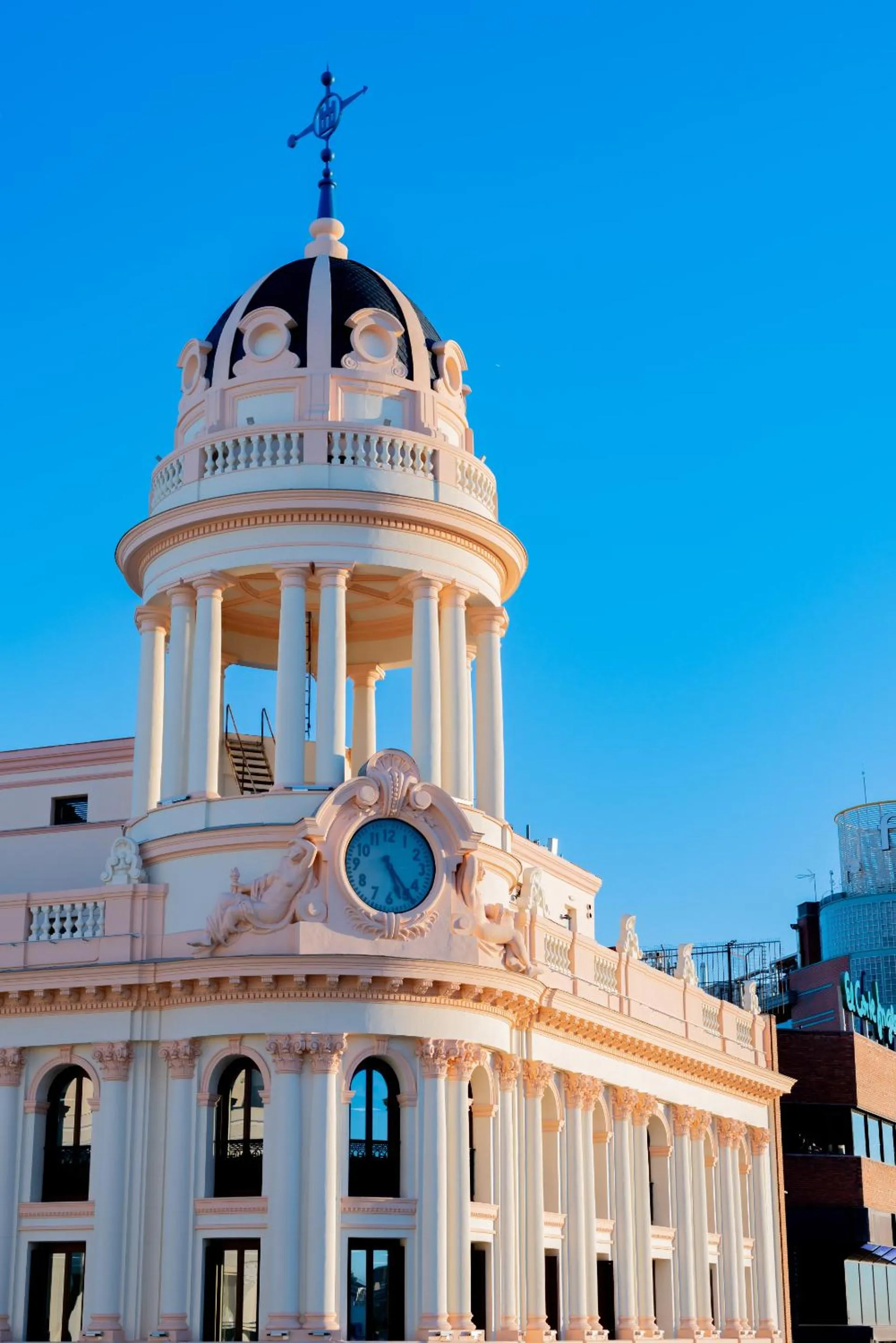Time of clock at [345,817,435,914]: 5:23
